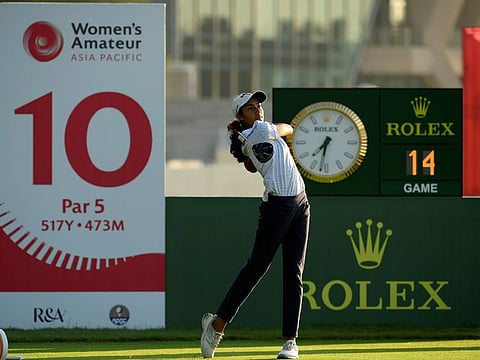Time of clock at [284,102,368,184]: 7:32
